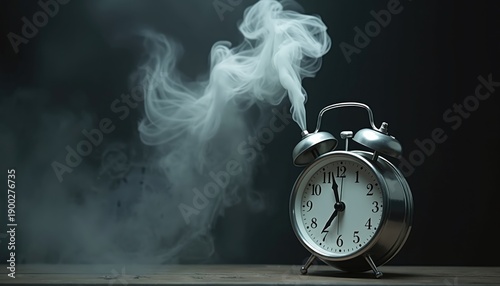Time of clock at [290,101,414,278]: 11:36
